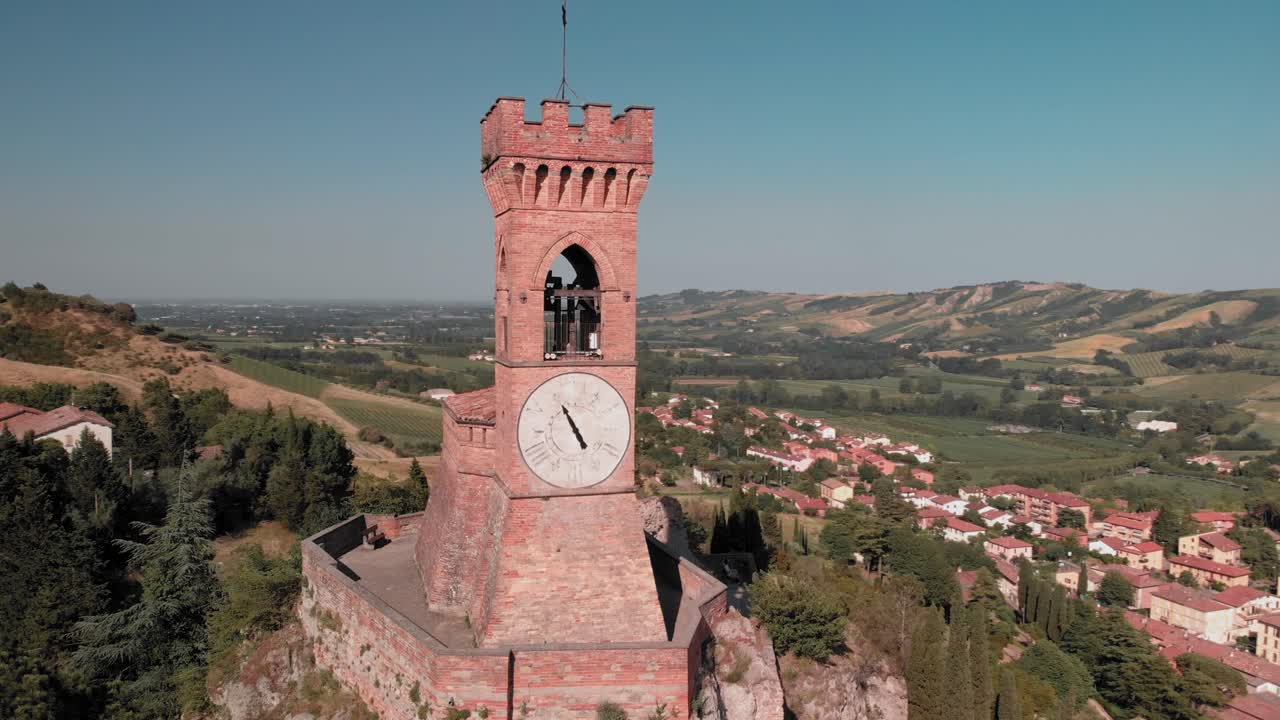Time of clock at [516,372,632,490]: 4:54
